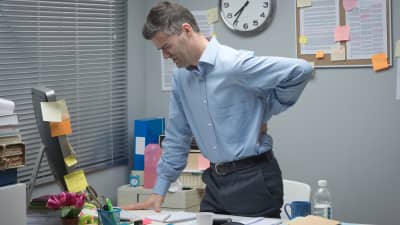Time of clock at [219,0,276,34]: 7:35
